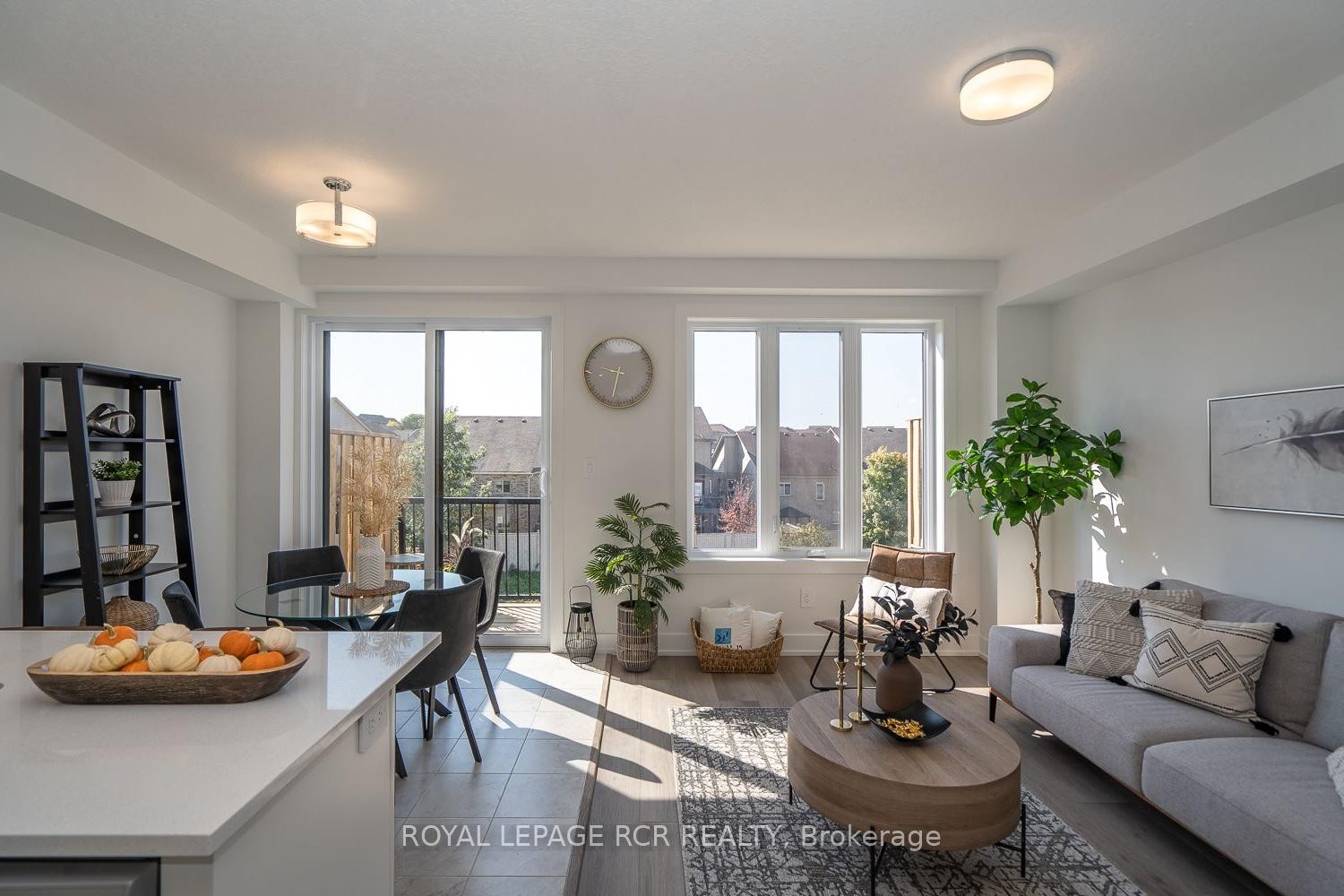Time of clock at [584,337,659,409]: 9:32
